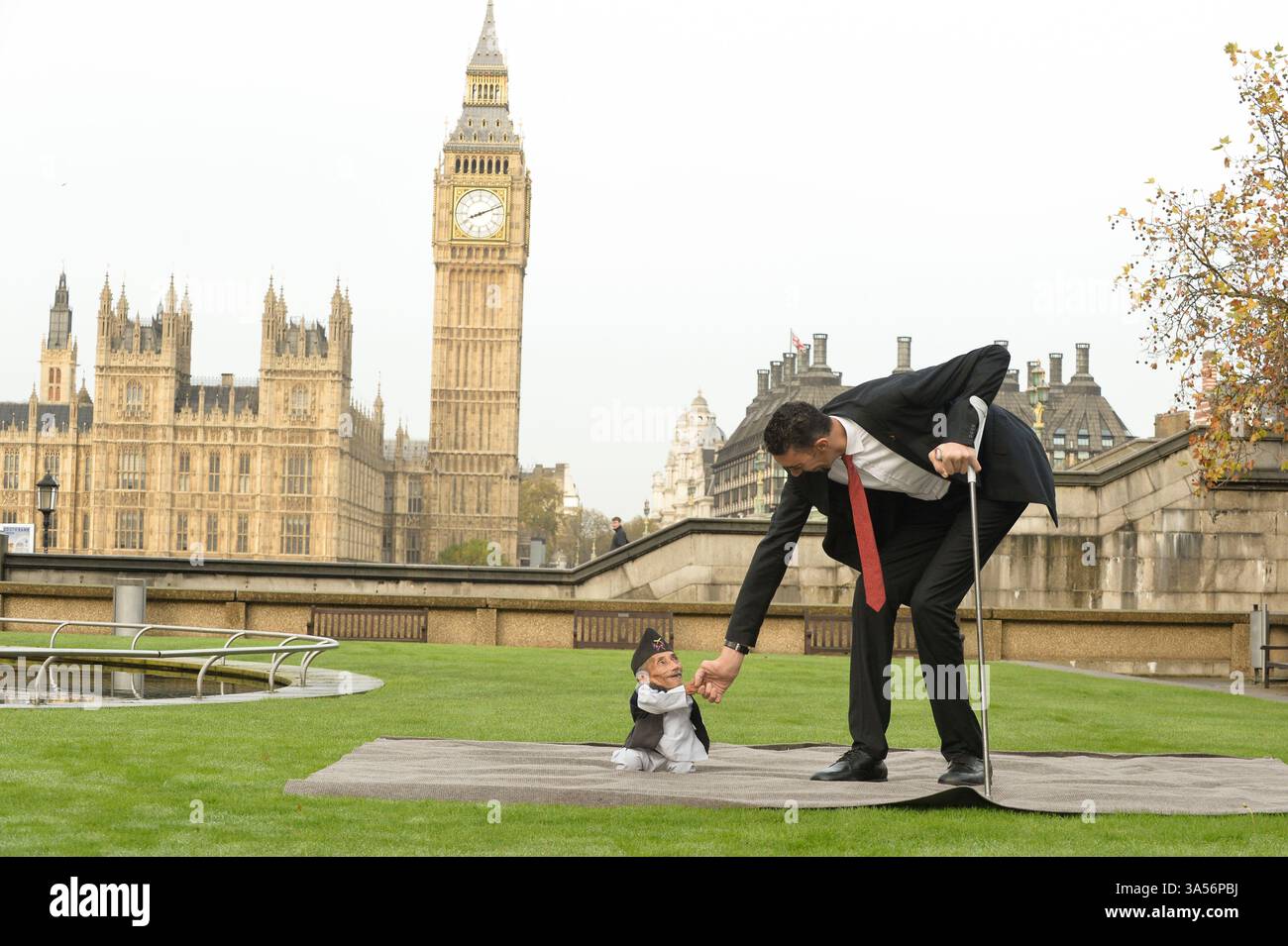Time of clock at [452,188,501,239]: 8:11
